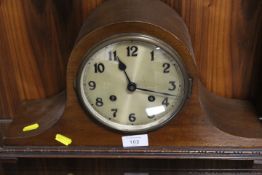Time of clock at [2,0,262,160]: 11:17
